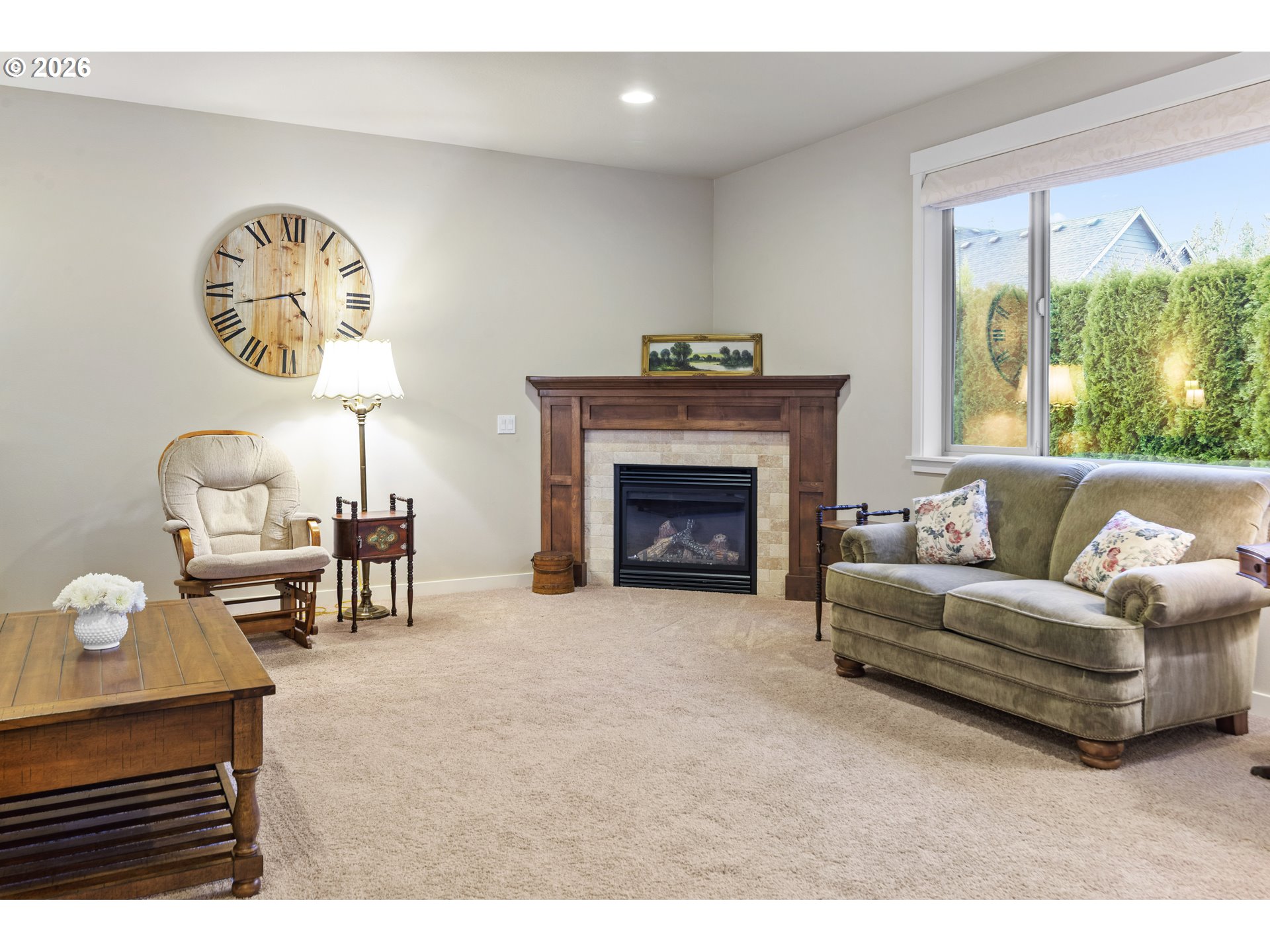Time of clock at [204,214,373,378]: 4:42
